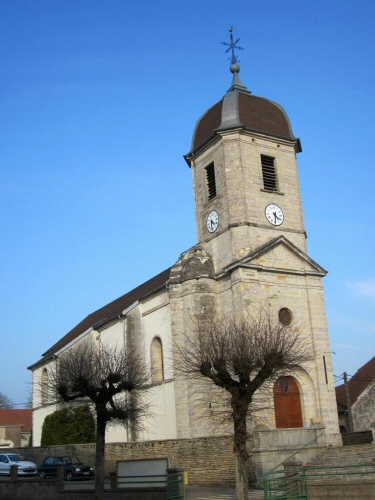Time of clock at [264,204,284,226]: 4:30
